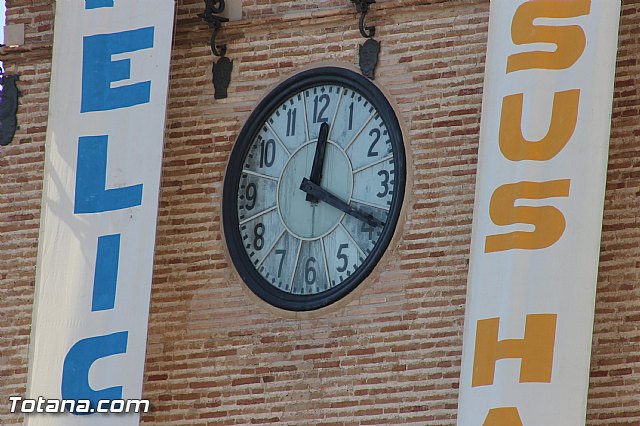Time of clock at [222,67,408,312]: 12:19
